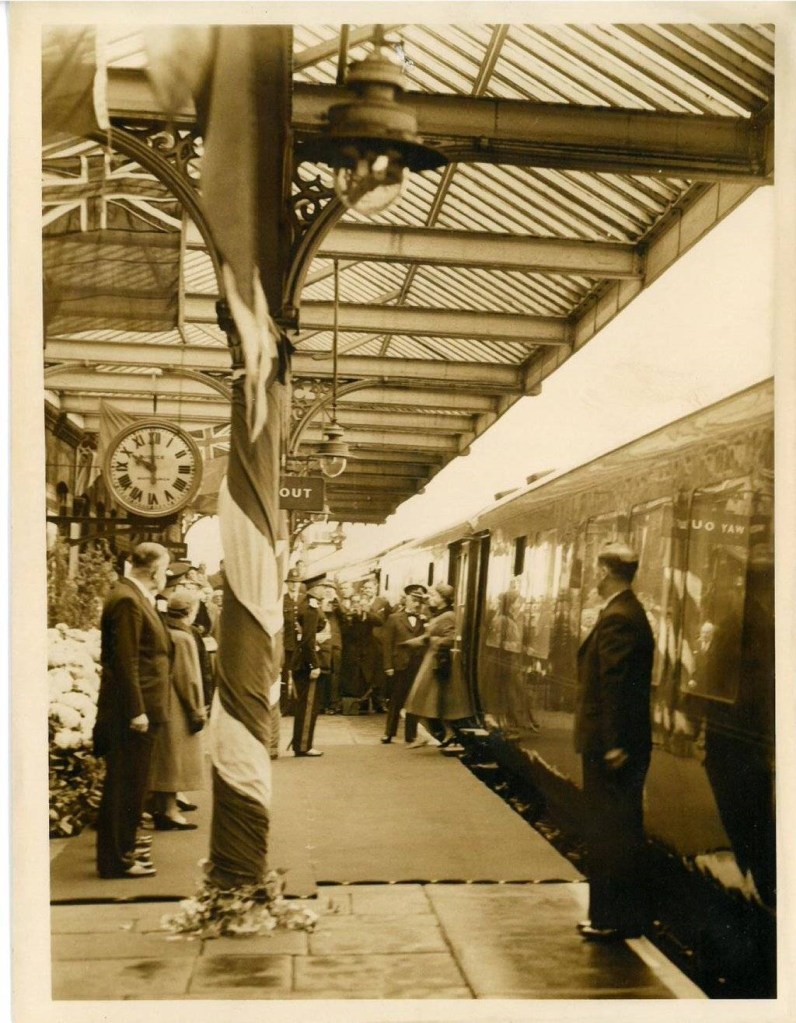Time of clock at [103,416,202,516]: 9:59
